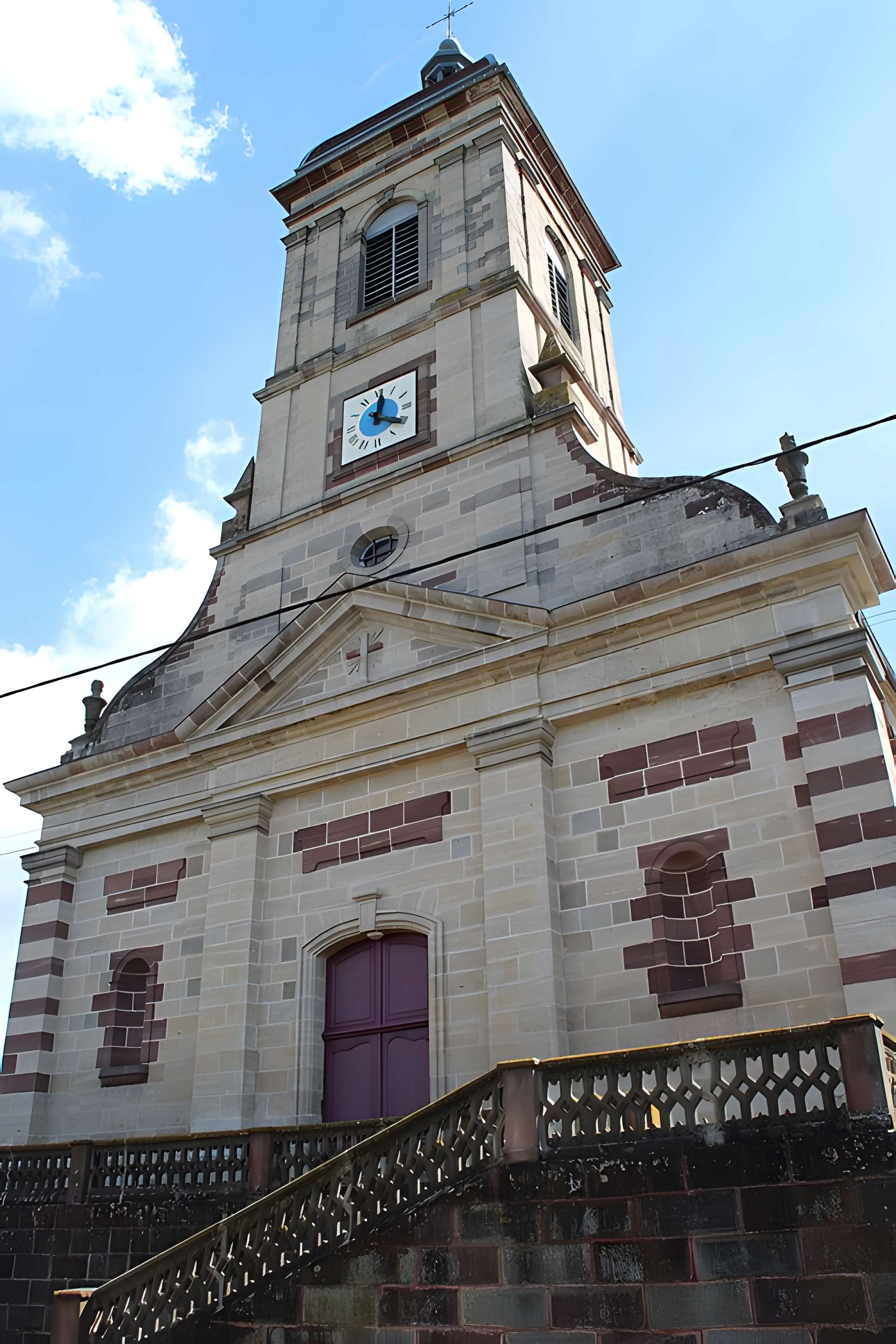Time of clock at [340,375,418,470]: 12:20
